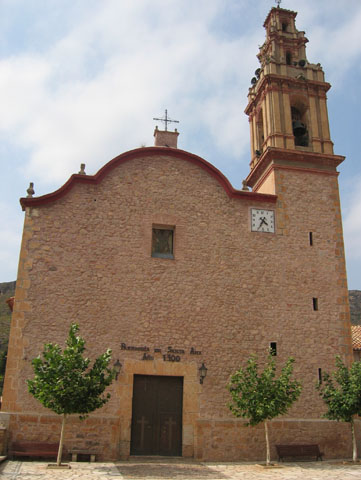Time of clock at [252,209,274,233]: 4:34
